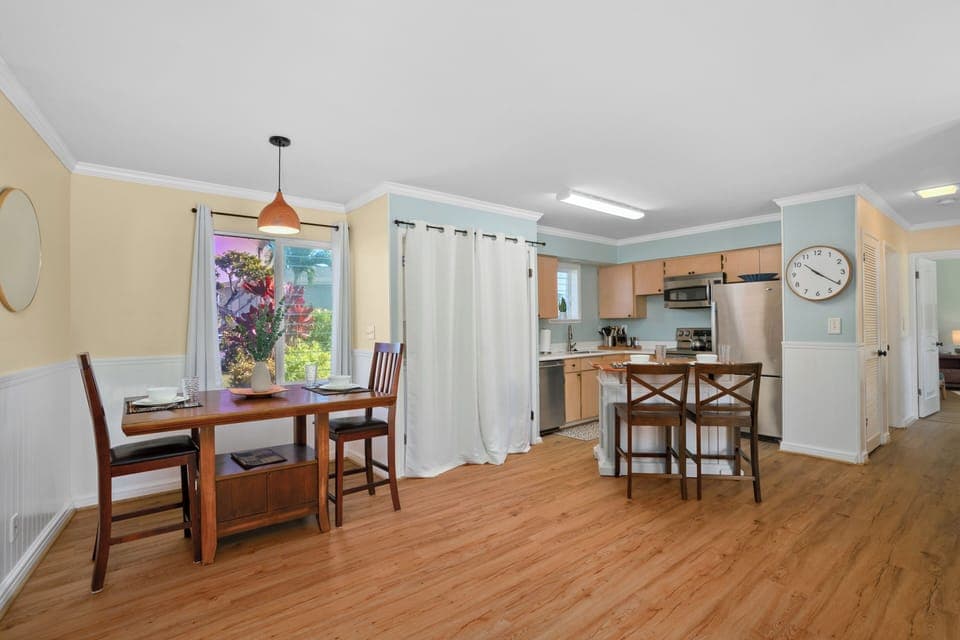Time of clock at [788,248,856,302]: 10:20
